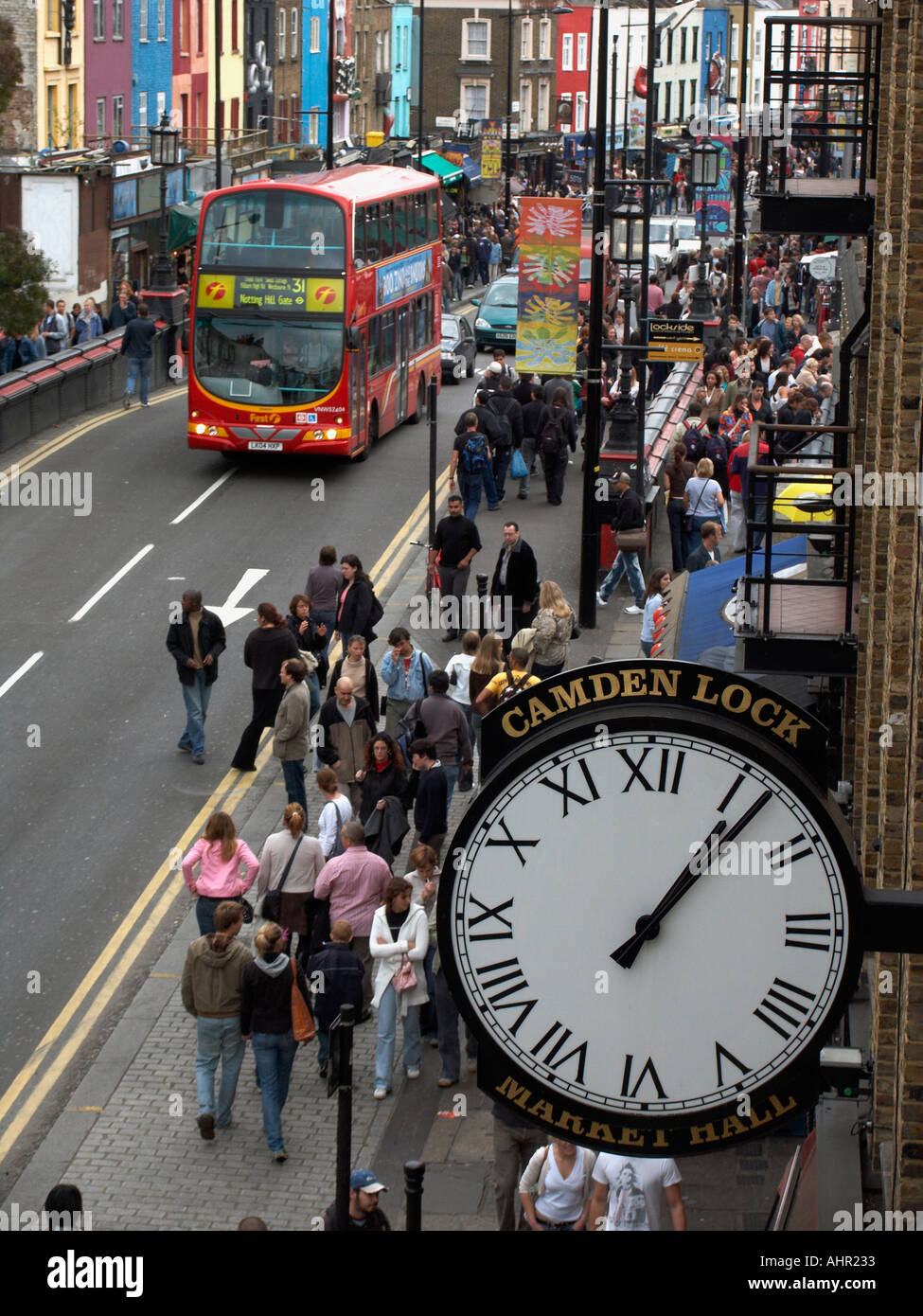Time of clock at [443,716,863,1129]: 1:06
